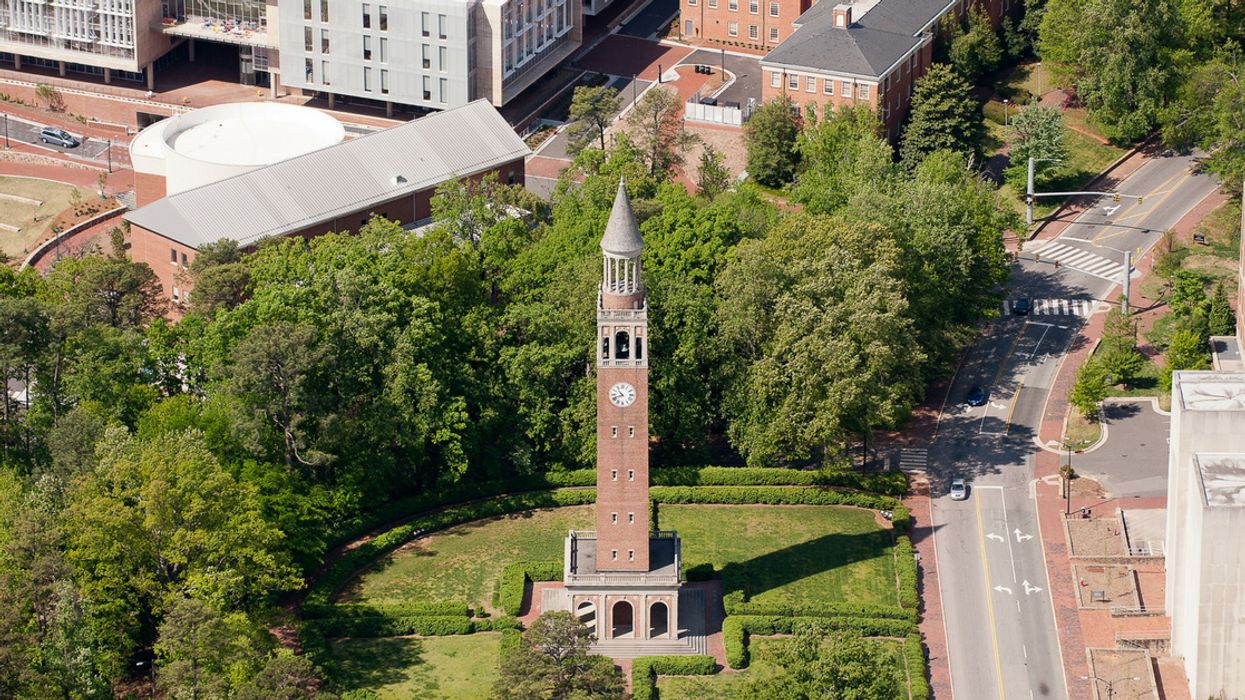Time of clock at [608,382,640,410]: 10:41
